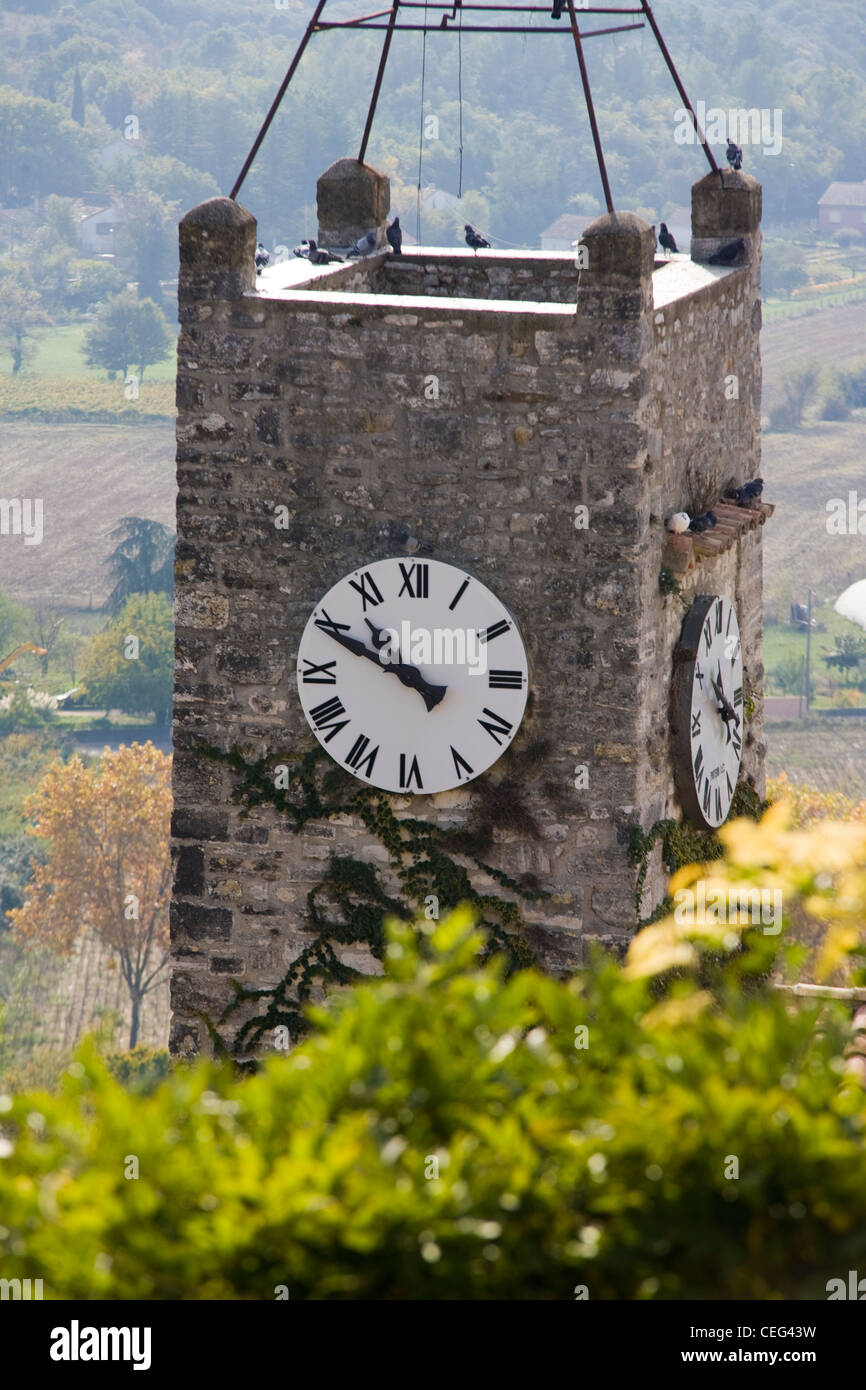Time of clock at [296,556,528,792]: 10:49
